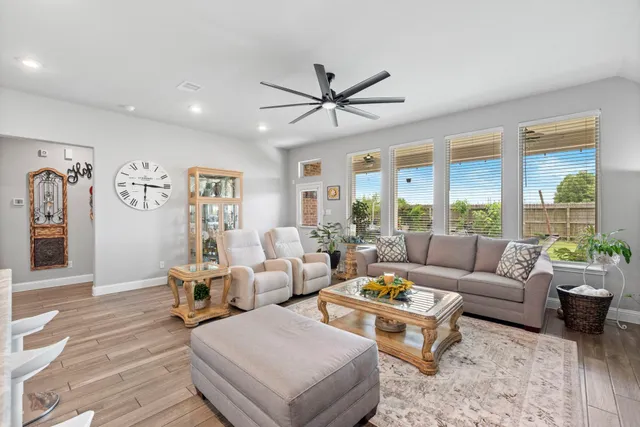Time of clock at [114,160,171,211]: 6:15
